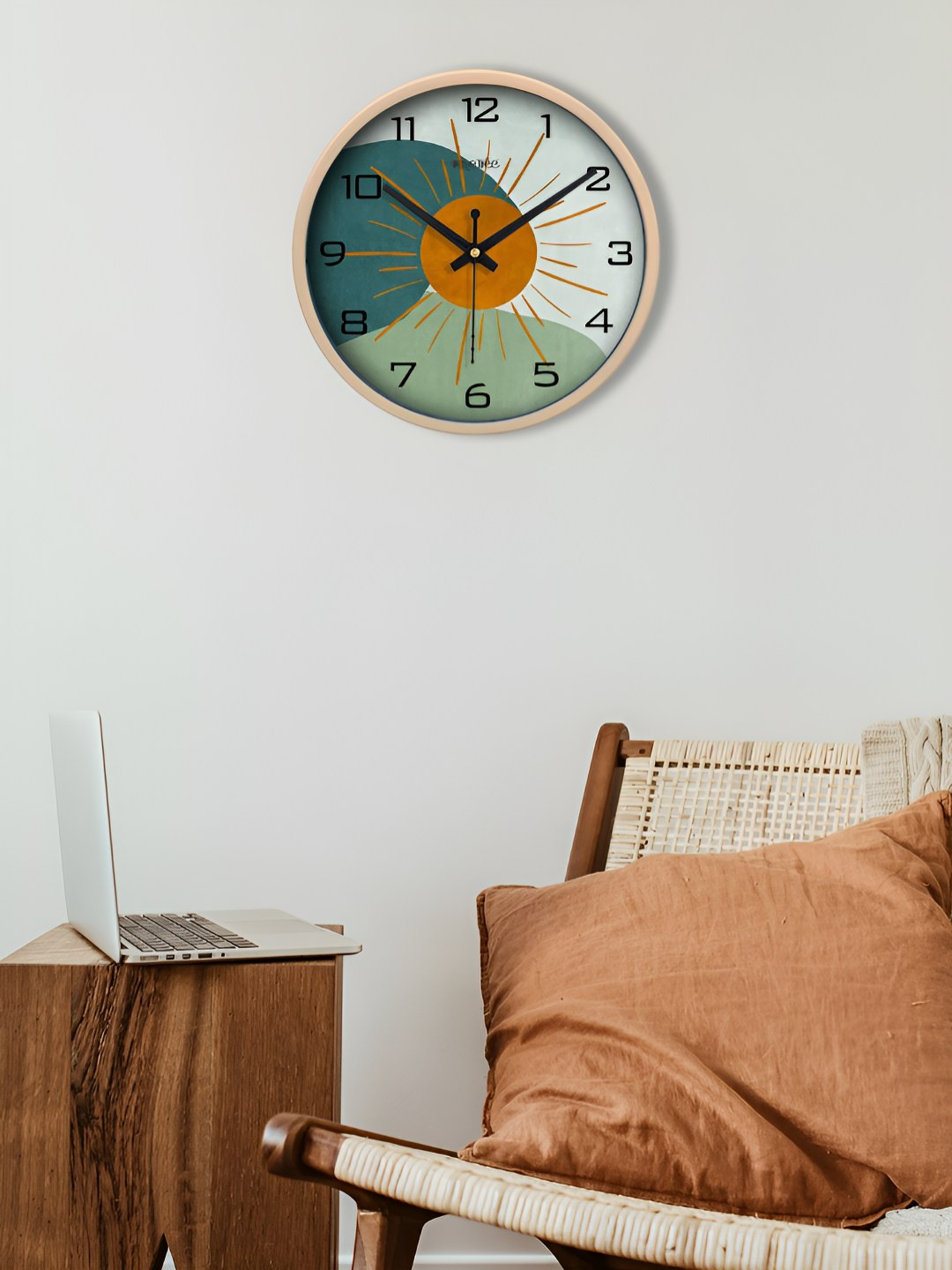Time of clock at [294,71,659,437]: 10:09
